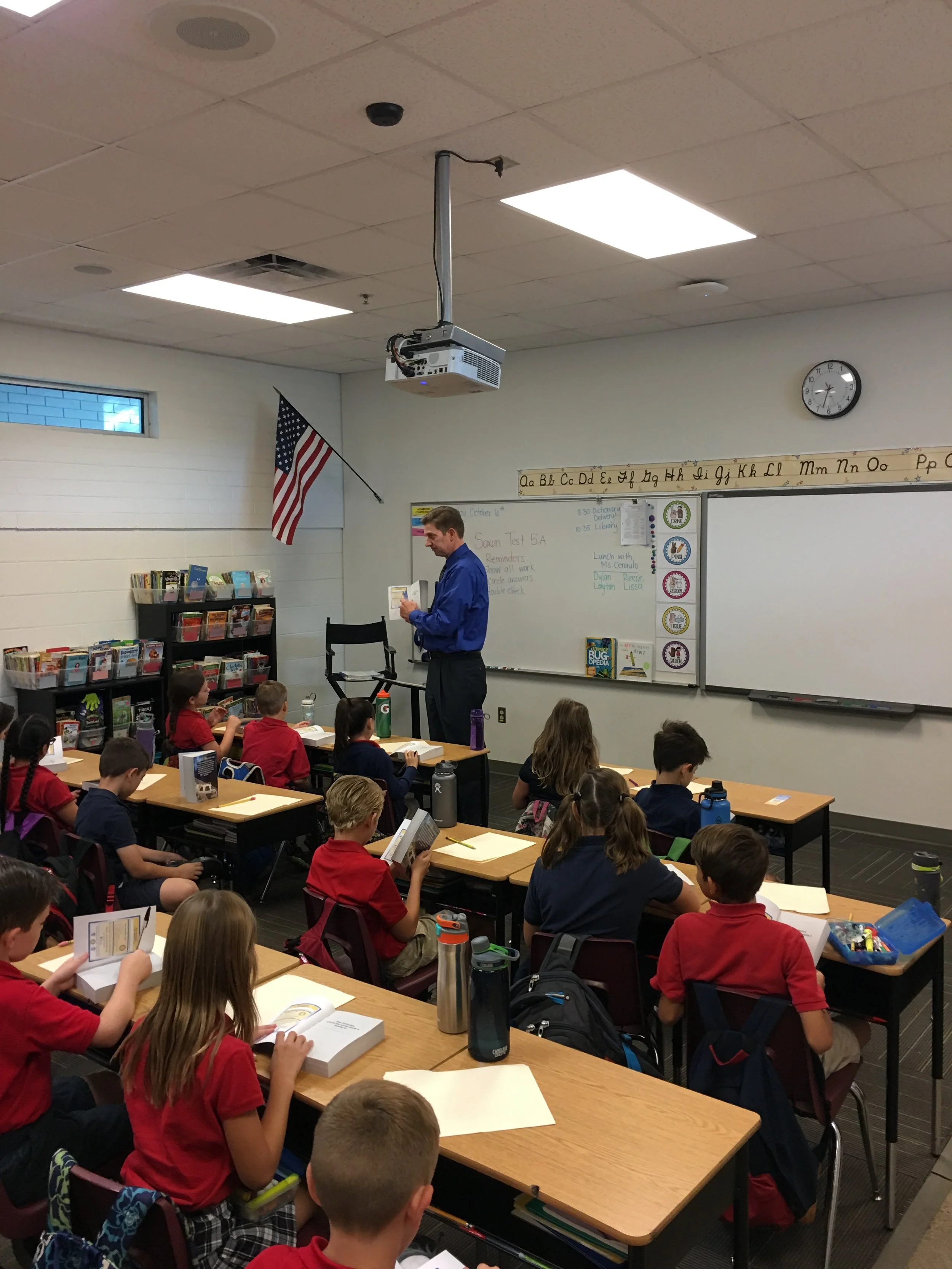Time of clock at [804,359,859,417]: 8:32
